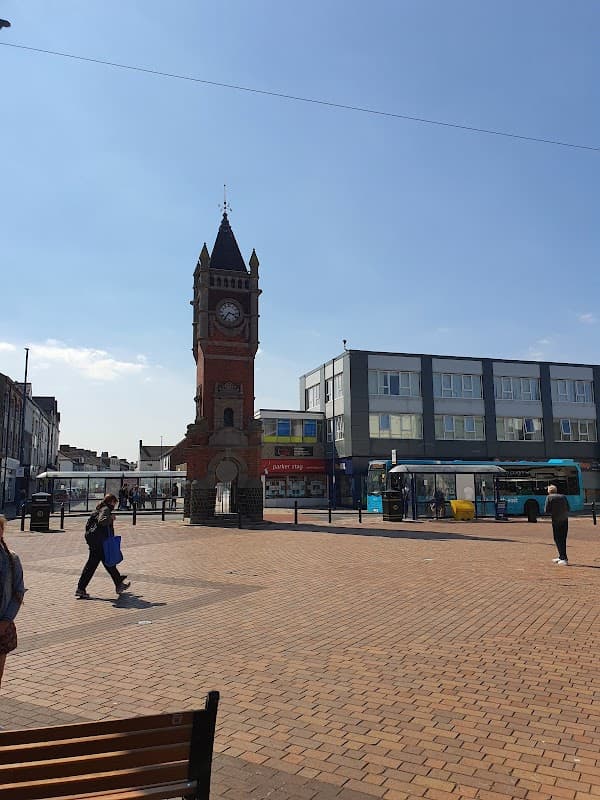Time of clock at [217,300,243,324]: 3:35
